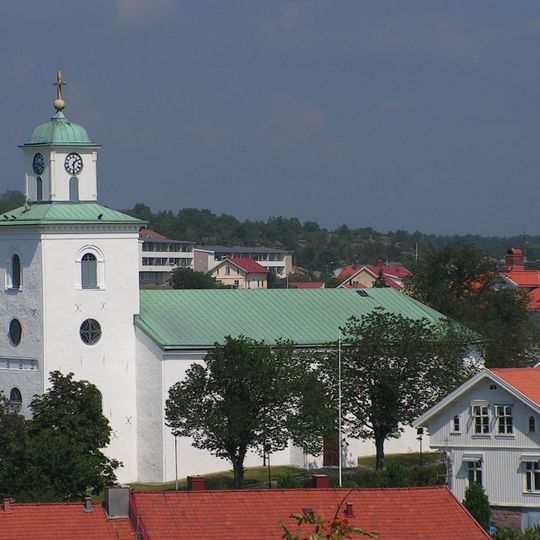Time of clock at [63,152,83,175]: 1:29
